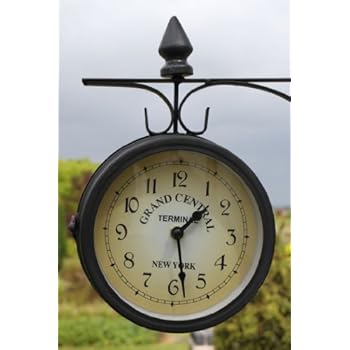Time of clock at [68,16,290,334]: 1:28
